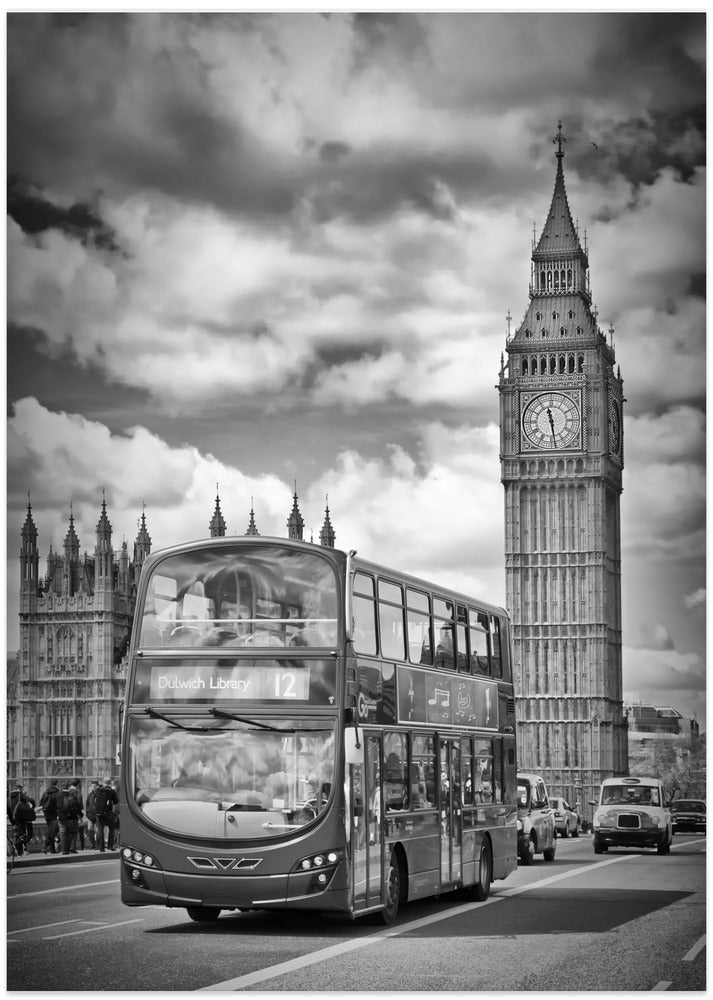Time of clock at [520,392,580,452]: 11:28
